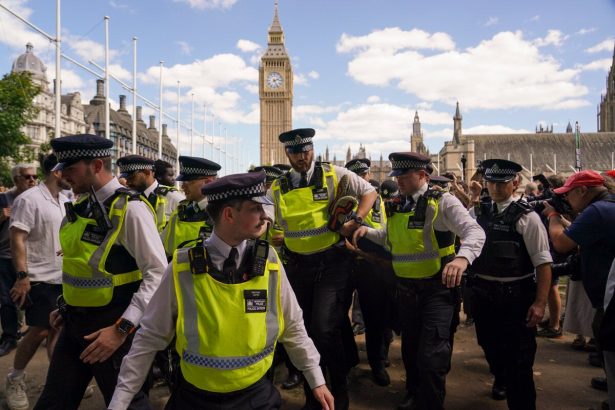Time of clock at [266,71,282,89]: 2:25
